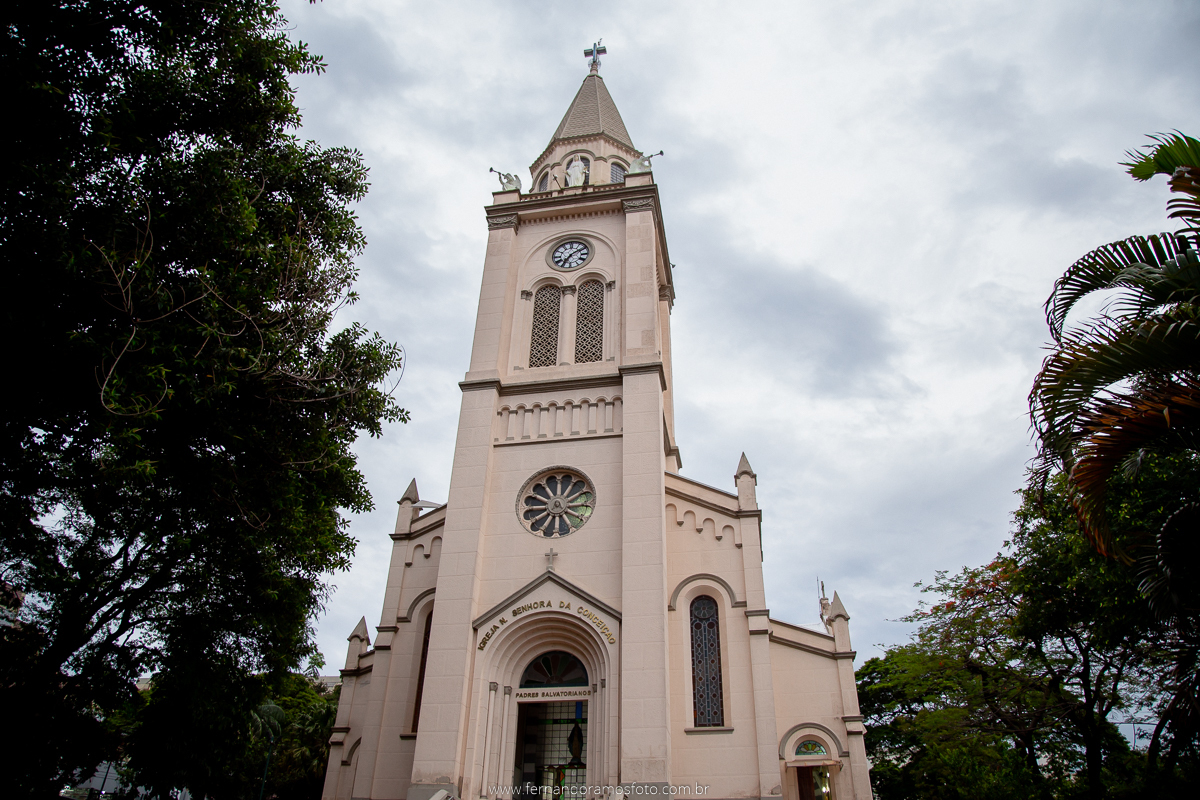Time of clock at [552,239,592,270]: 7:09
